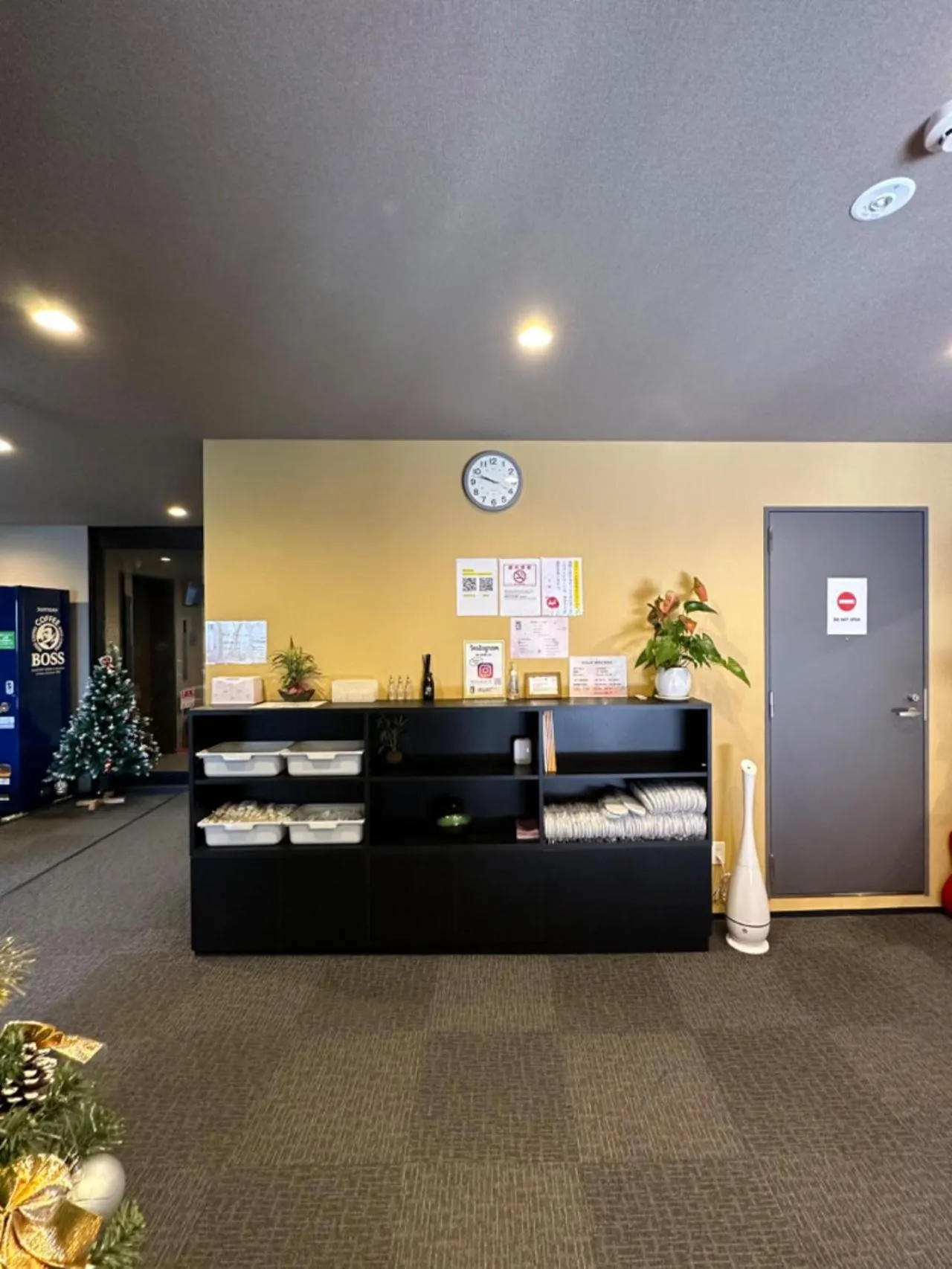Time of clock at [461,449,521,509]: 9:47
